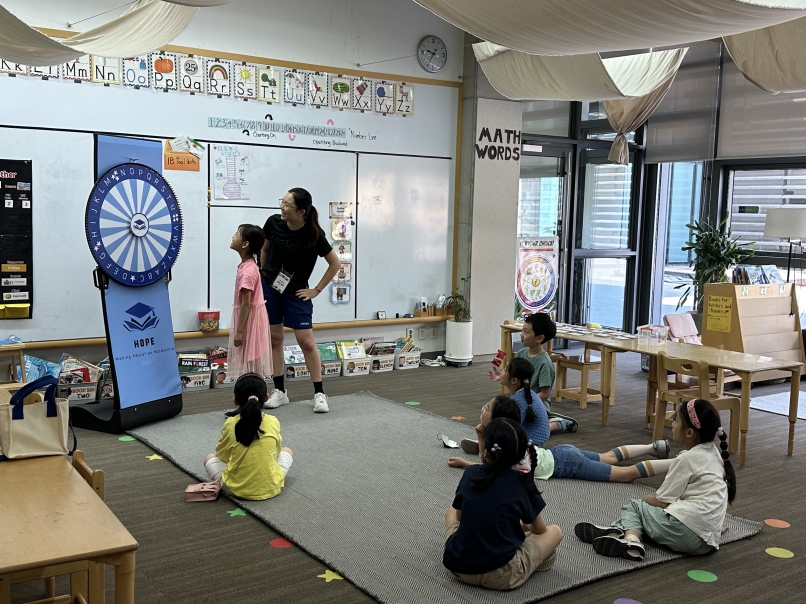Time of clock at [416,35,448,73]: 9:35
